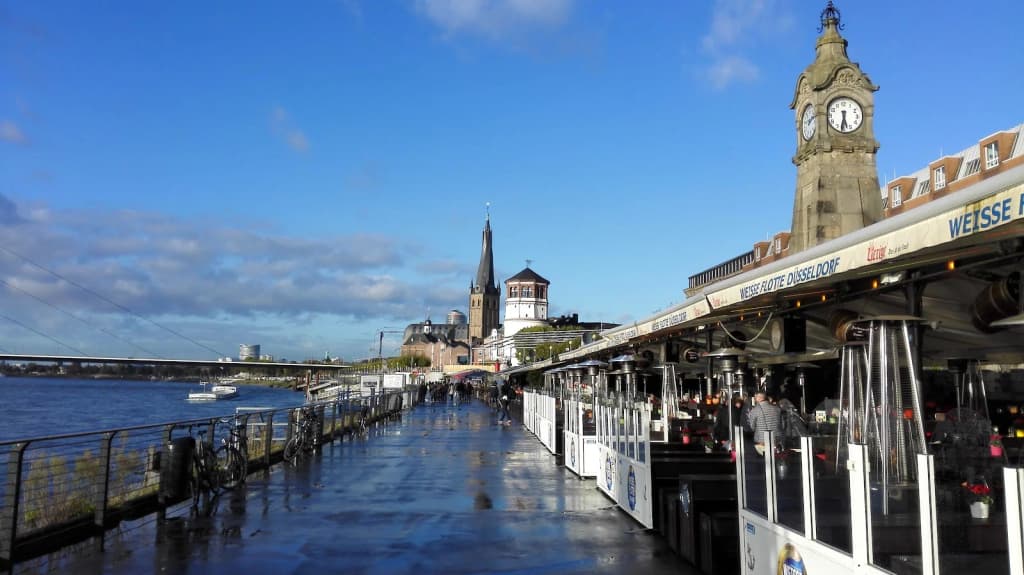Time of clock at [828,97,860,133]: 5:31
